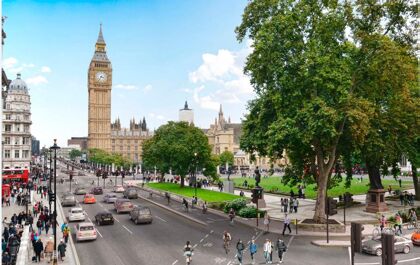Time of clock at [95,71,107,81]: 3:35
